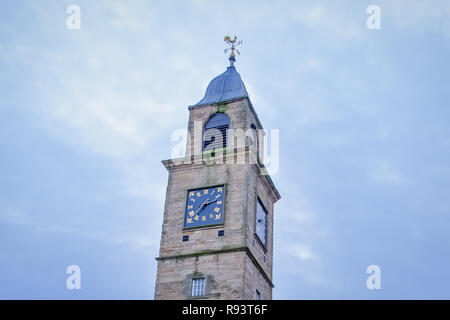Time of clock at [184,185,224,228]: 2:37
